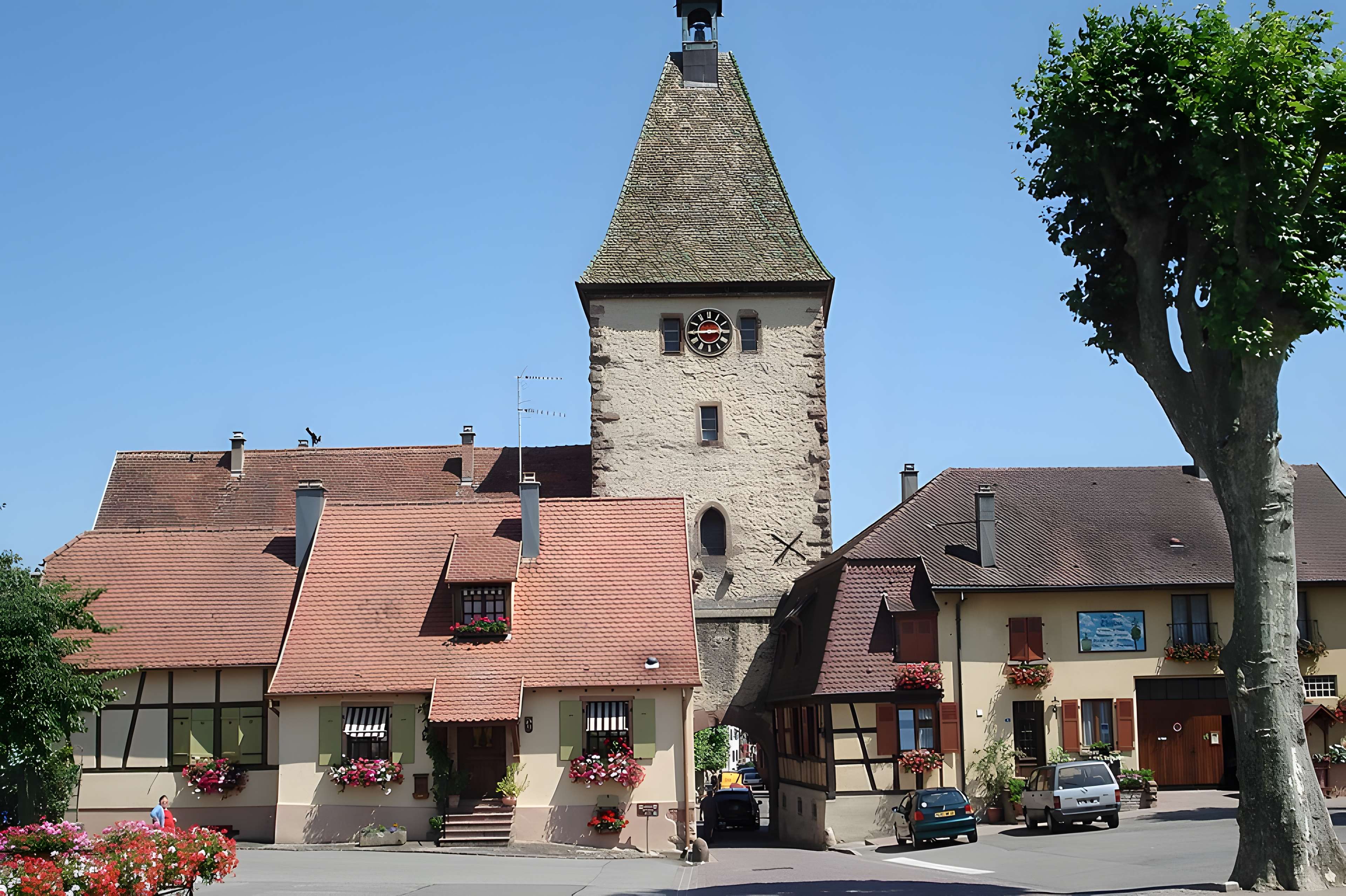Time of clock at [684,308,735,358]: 2:44
